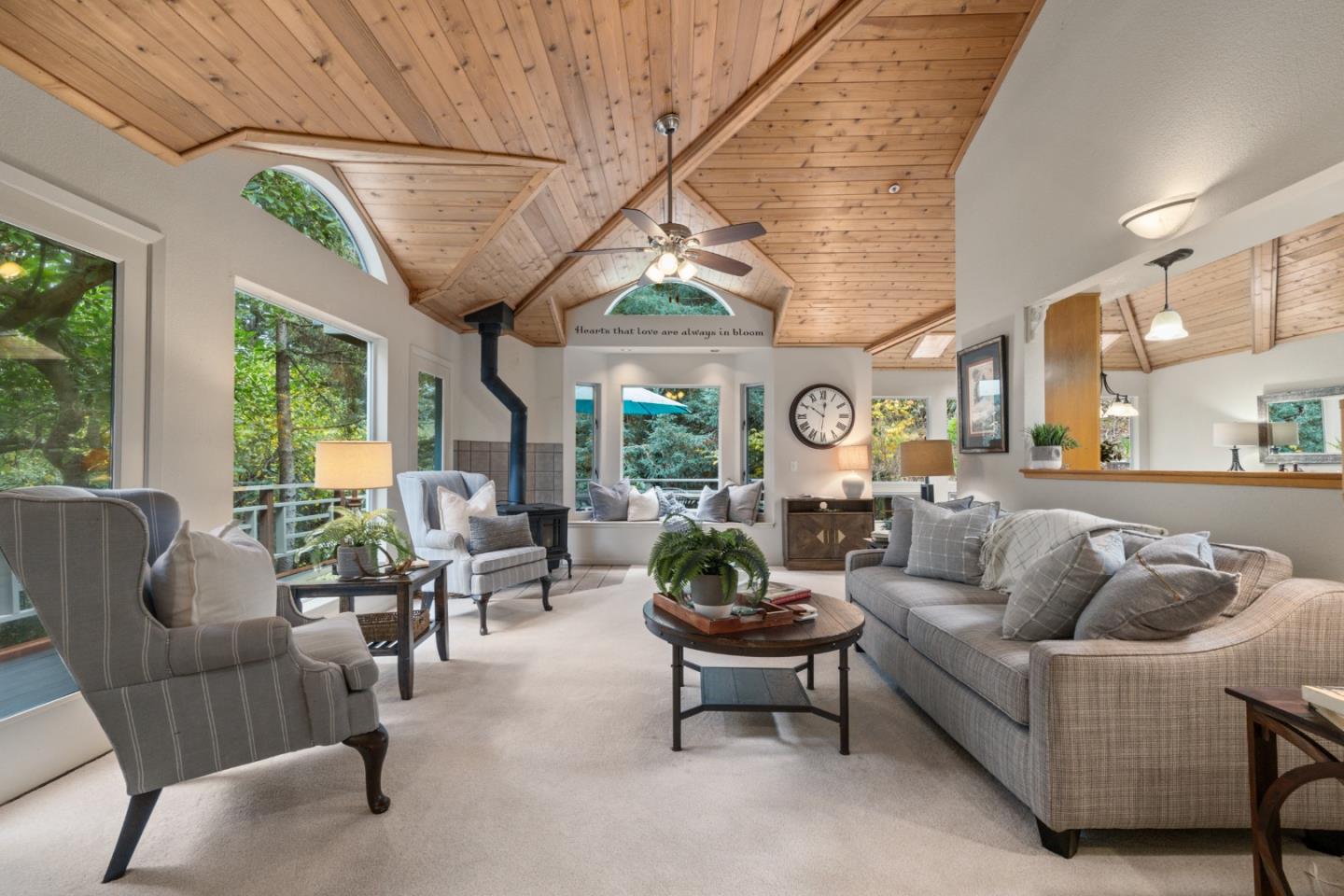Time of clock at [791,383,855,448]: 10:01
